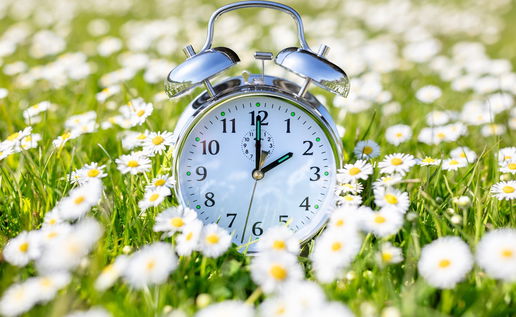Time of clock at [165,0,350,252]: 2:00
